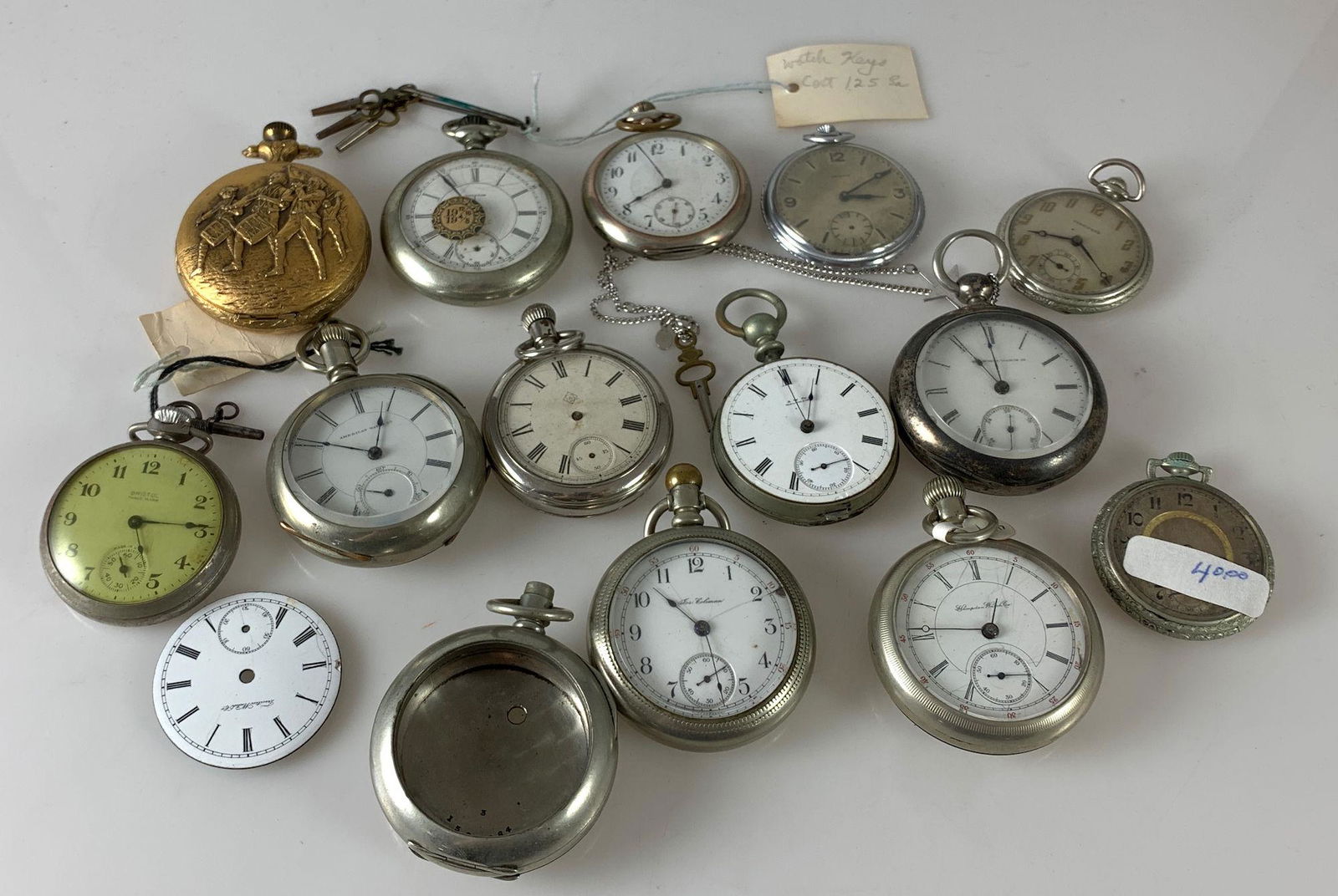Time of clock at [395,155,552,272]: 6:54
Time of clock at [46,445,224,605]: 5:14
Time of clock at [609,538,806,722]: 10:27
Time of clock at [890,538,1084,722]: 12:45
